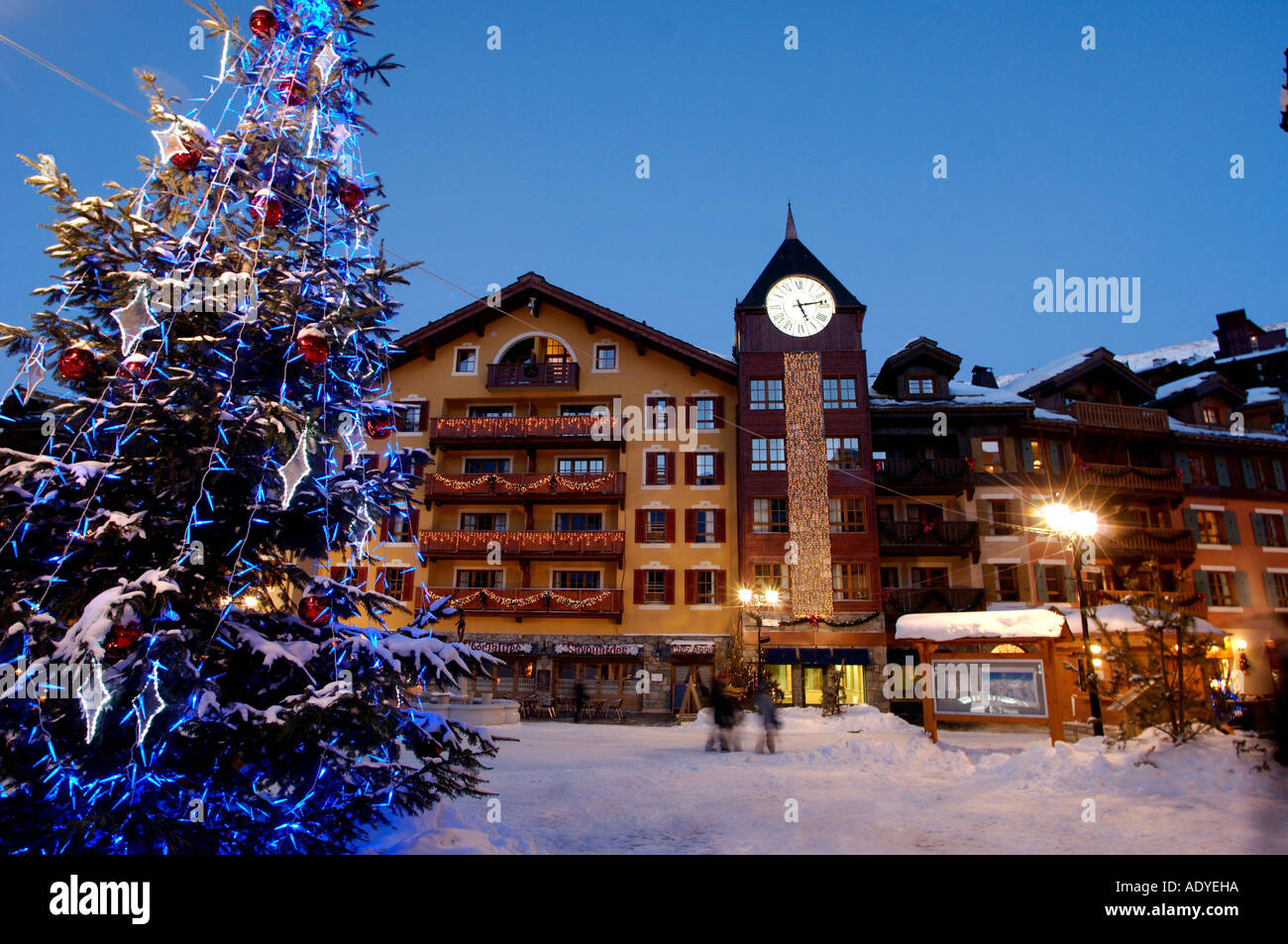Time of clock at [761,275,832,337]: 5:13
